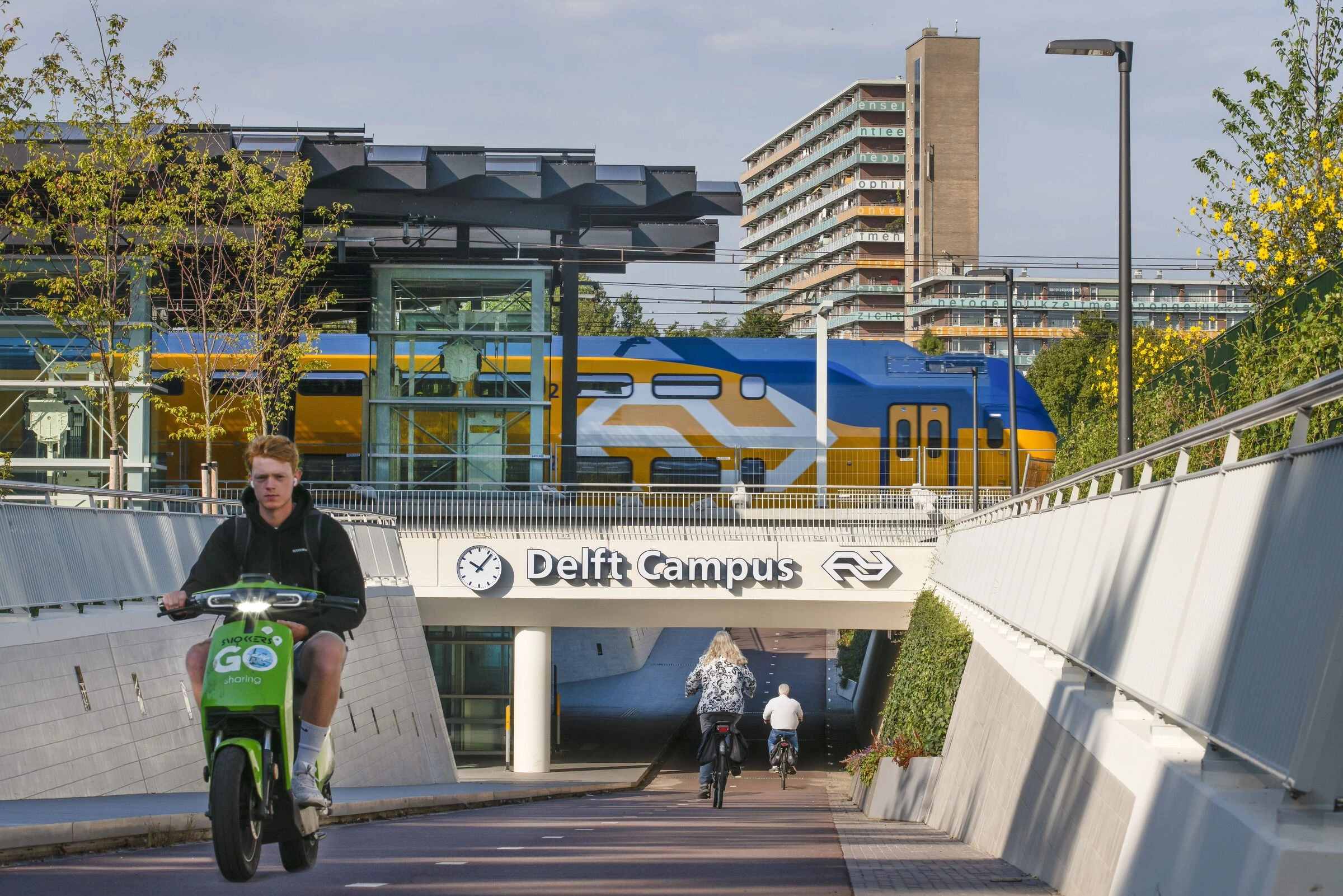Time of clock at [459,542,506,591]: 10:07
